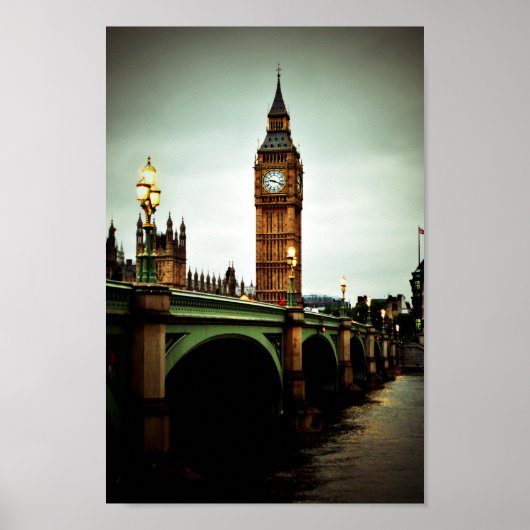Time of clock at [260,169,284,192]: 9:18
